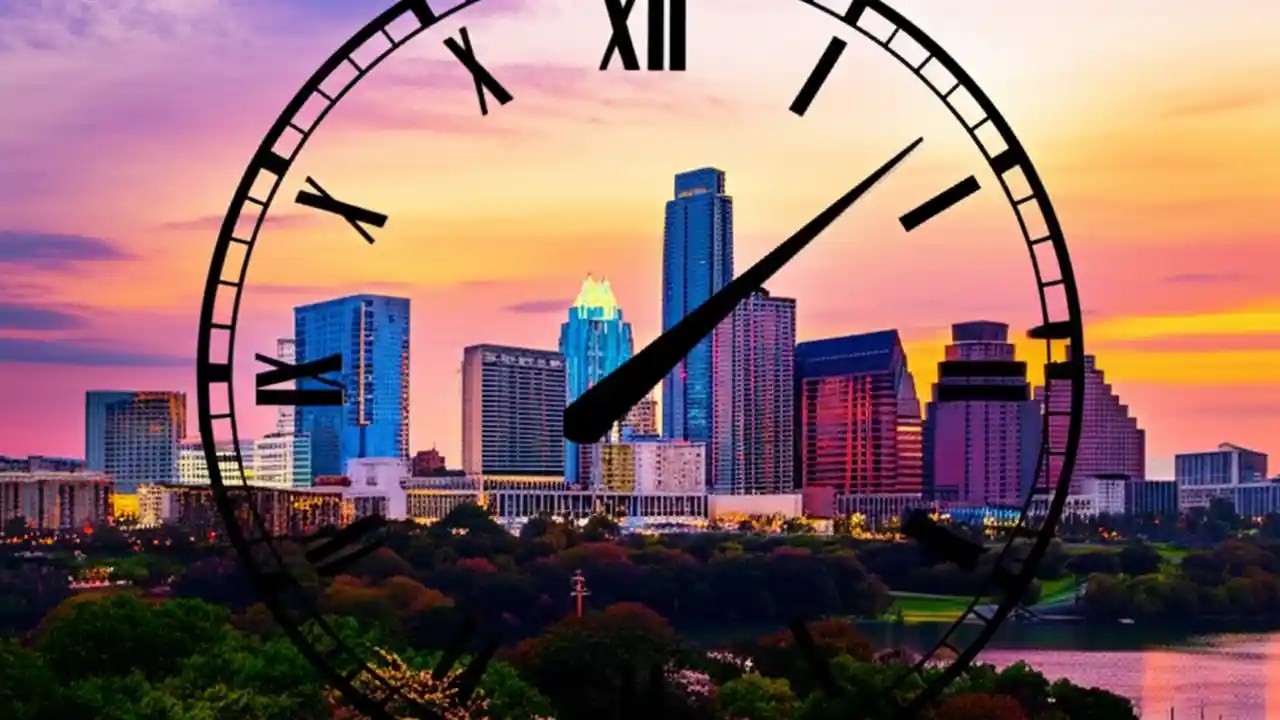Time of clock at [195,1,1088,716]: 8:08
